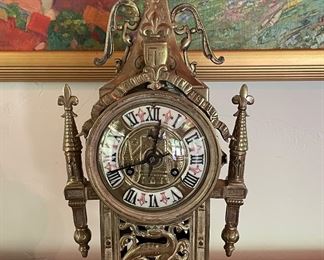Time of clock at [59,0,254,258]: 8:01
